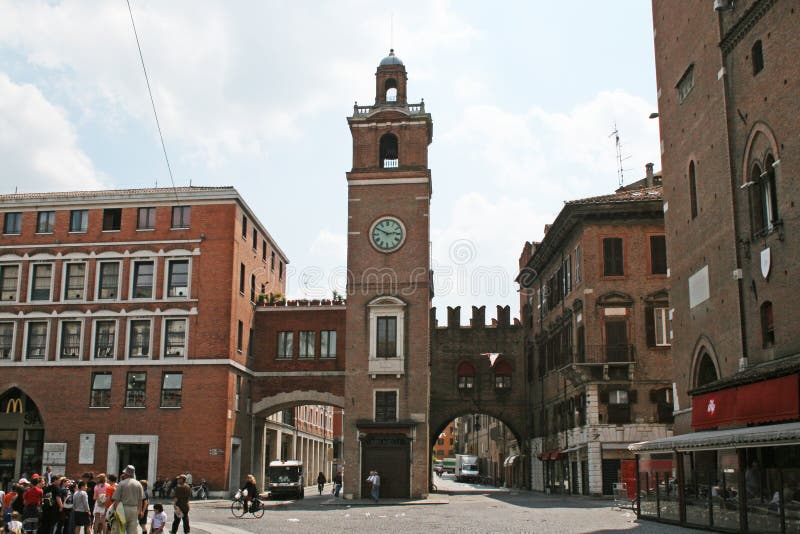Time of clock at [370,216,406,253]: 2:49
